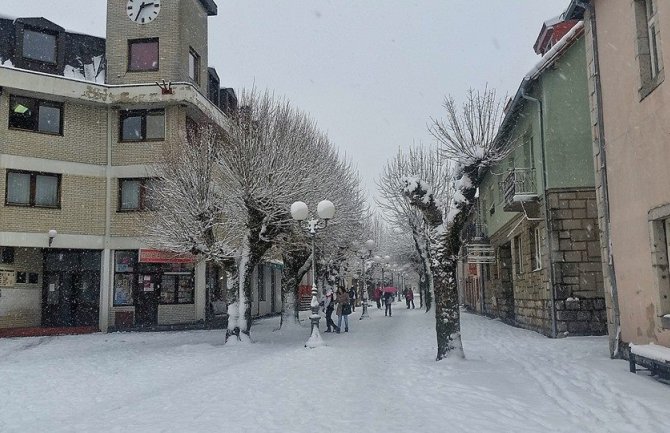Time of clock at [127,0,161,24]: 2:34
